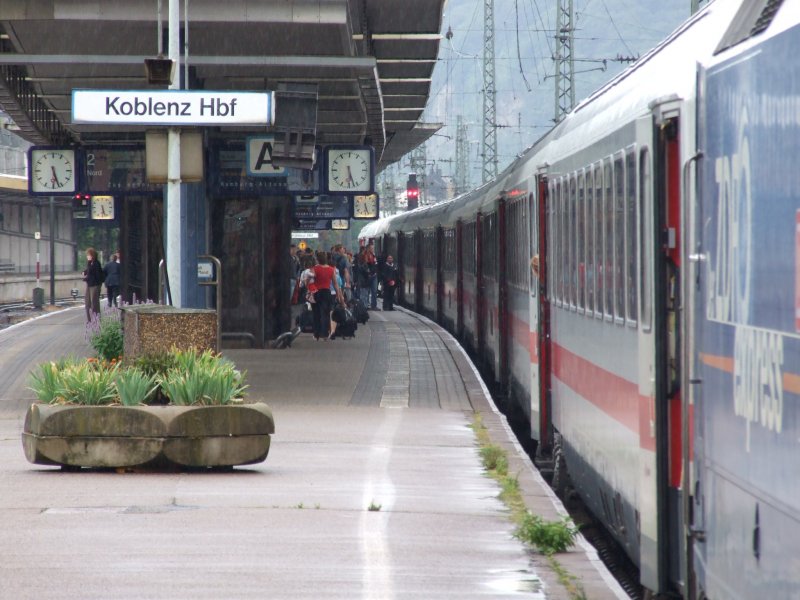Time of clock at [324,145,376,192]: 5:30
